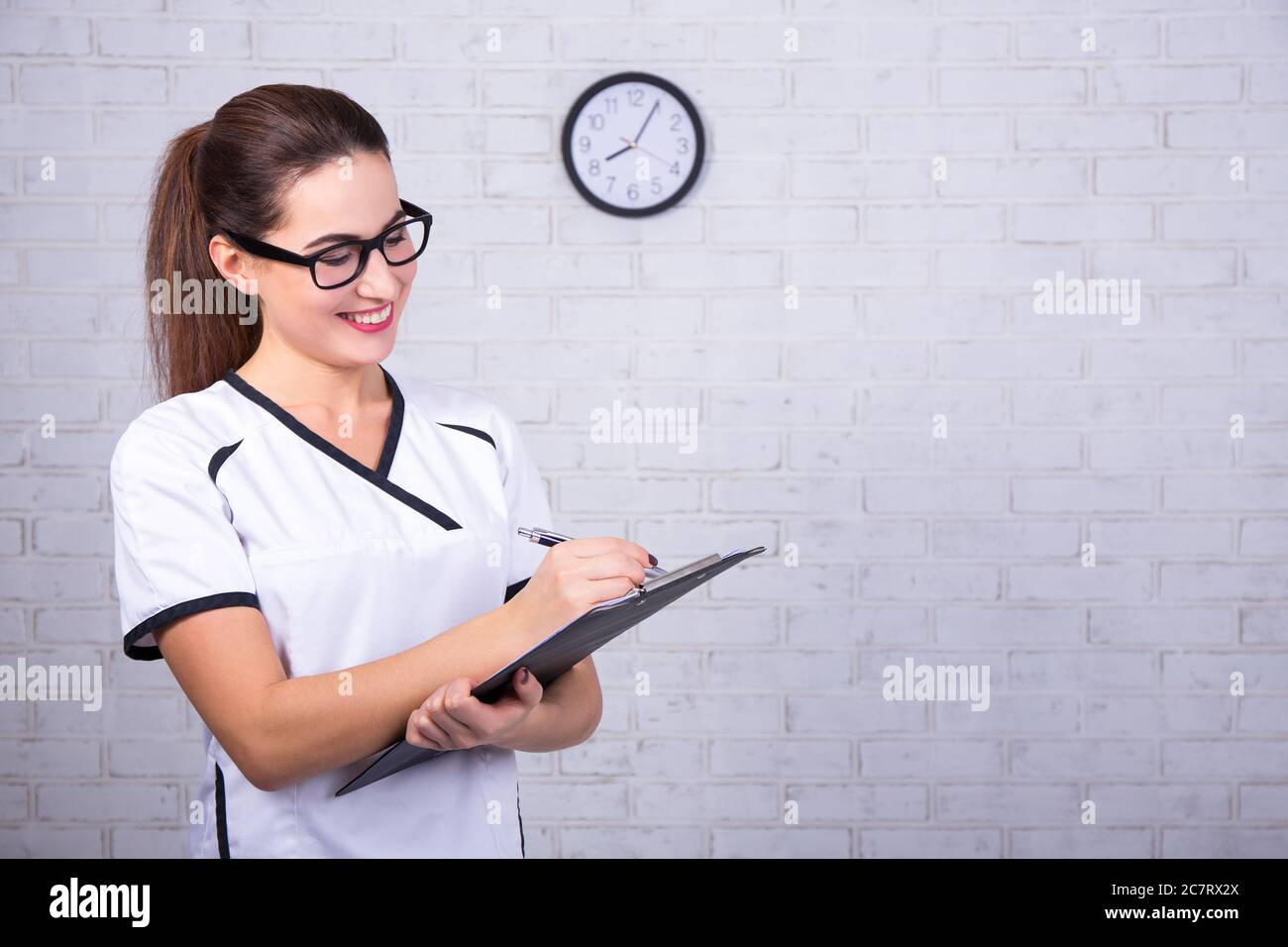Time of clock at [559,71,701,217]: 8:04
